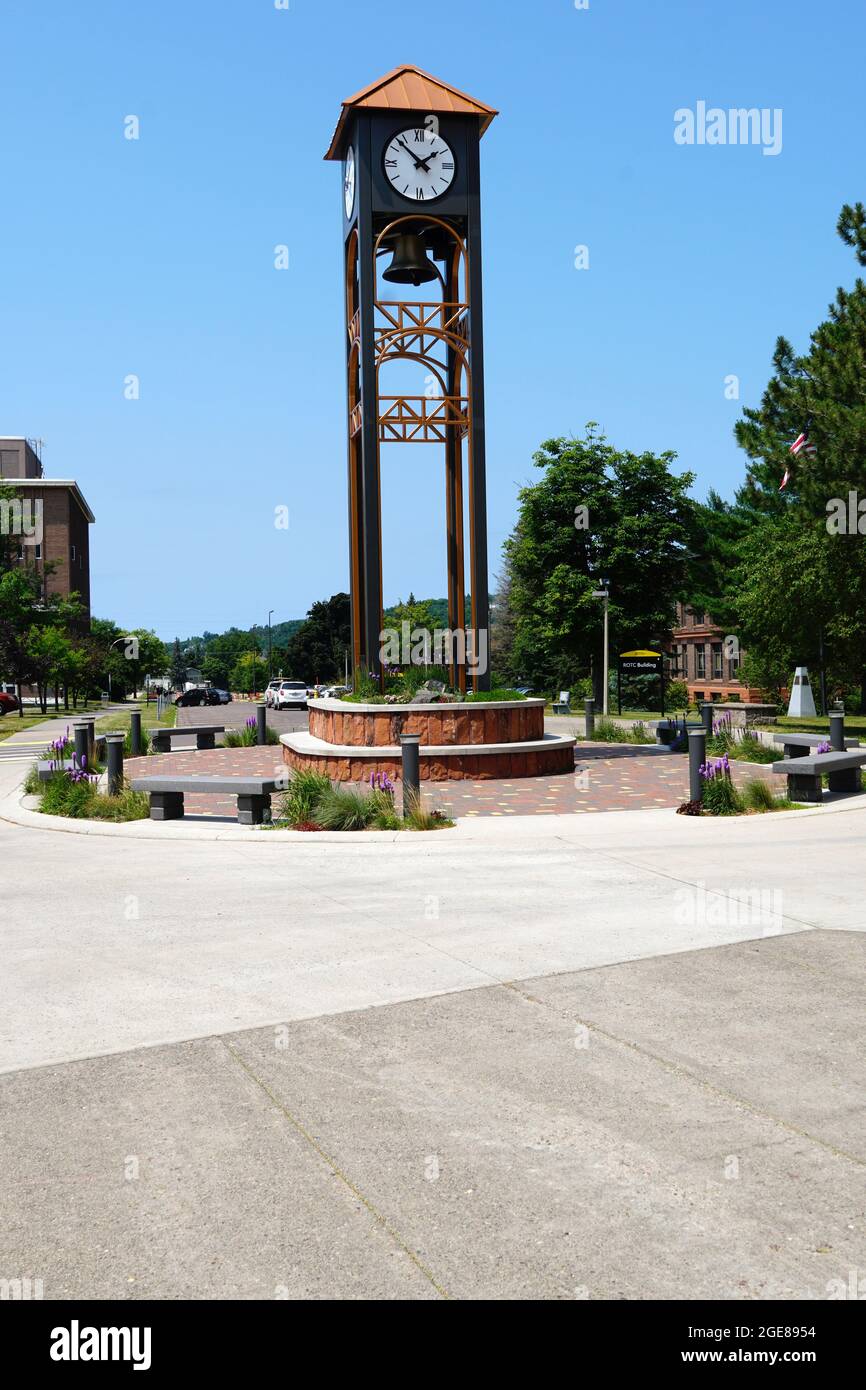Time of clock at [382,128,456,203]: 1:52
